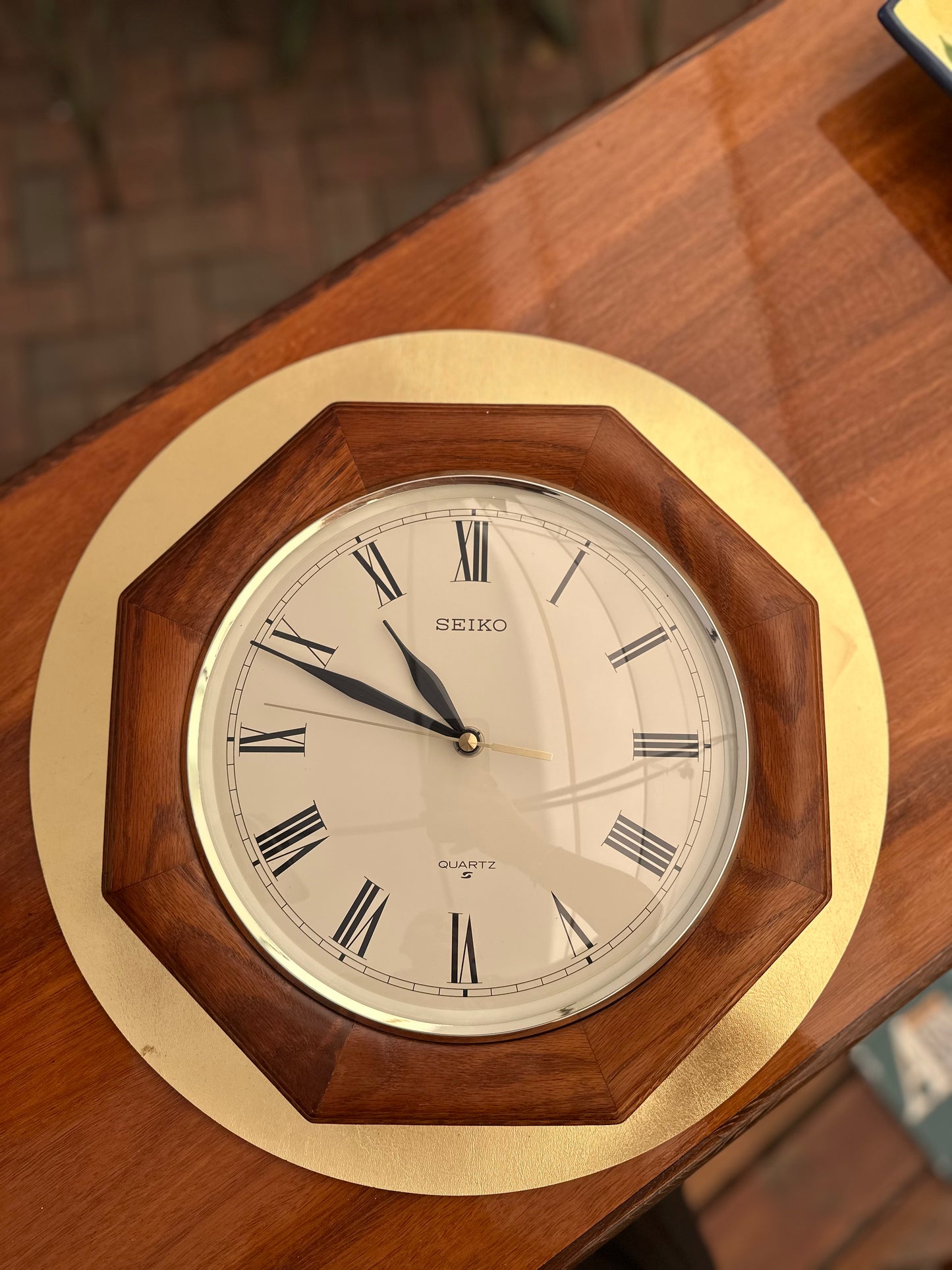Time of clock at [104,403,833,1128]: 10:48
